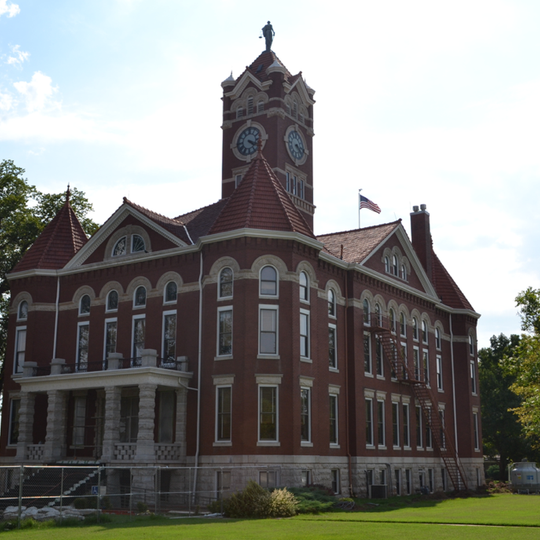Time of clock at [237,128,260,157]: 4:18
